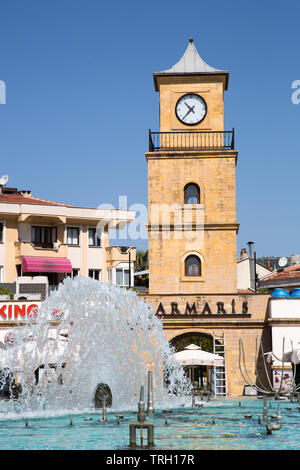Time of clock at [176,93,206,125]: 10:37
